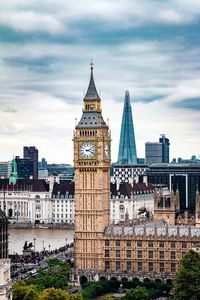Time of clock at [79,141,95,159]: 2:18
